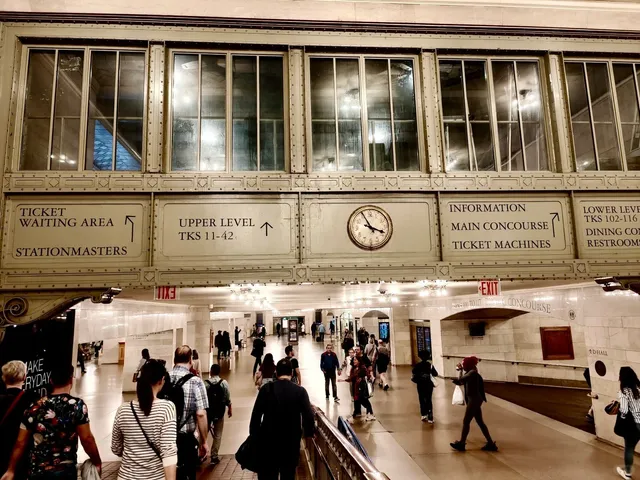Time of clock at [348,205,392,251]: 3:55
